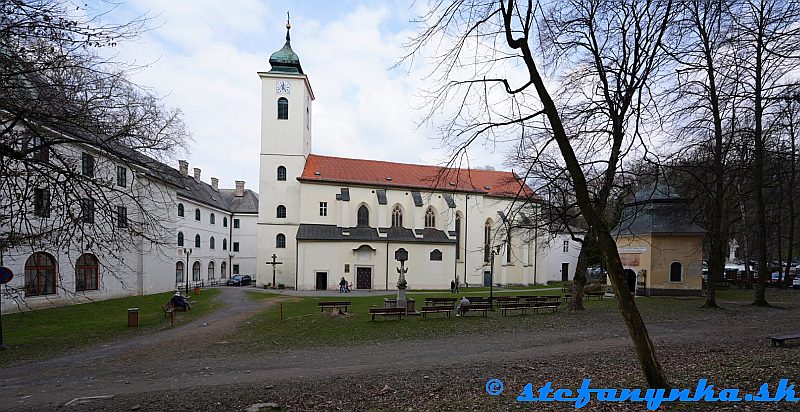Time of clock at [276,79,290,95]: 12:23
